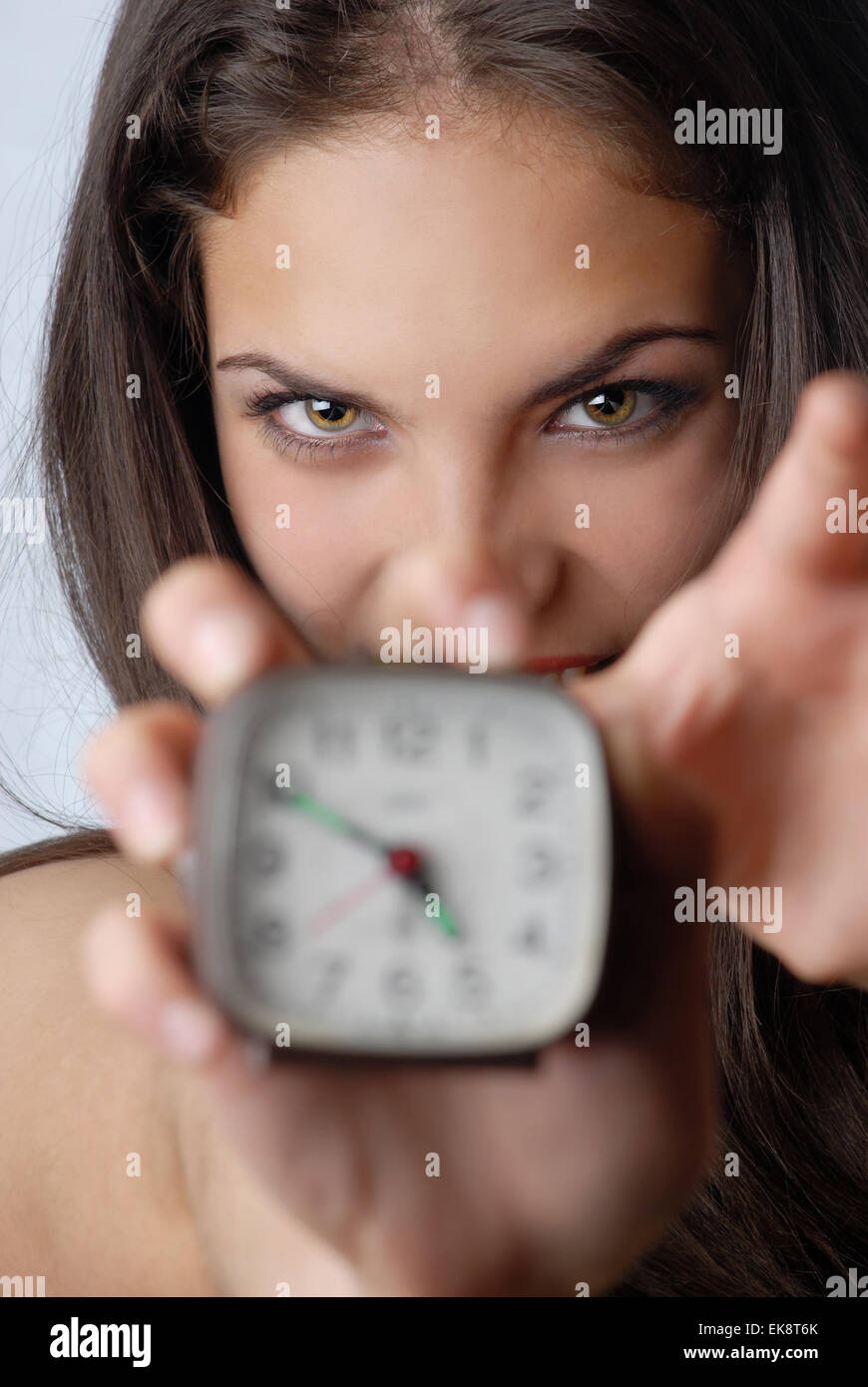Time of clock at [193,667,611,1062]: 4:49
